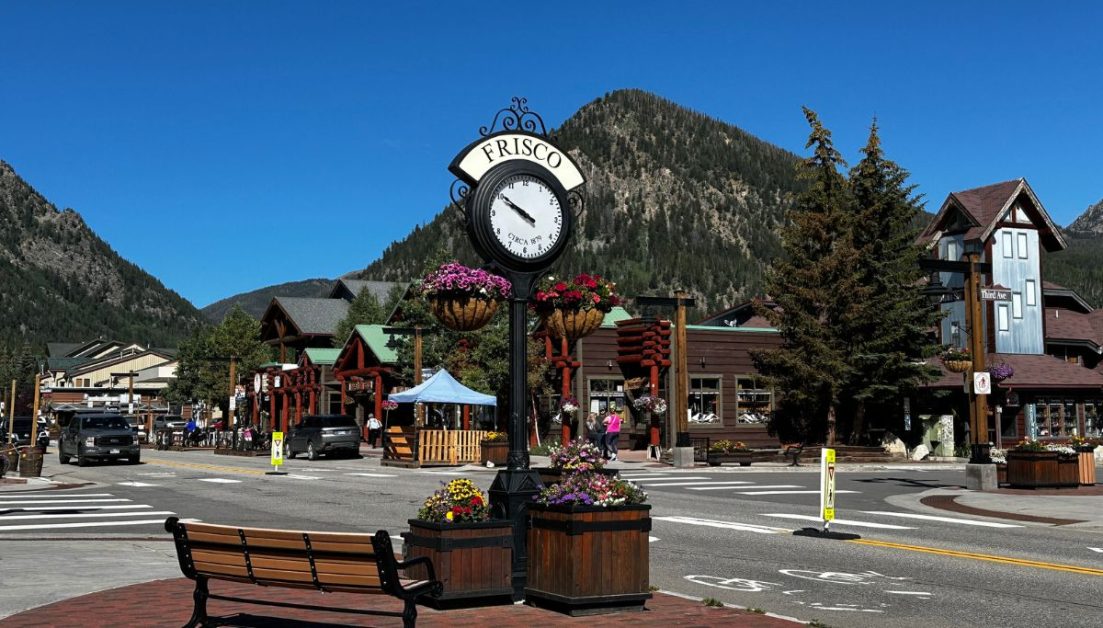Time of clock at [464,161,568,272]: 9:50
